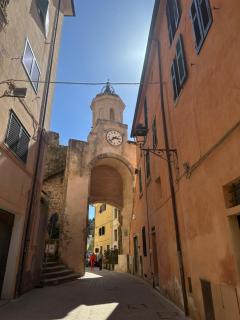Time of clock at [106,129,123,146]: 2:38
